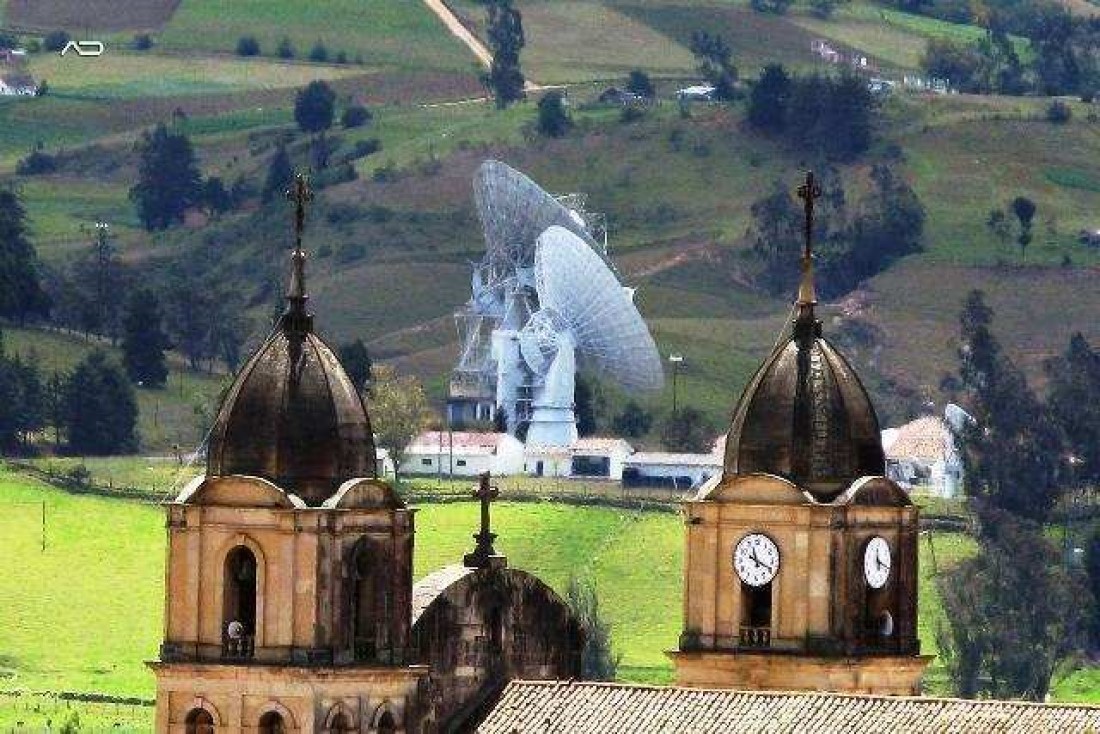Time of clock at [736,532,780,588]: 11:19
